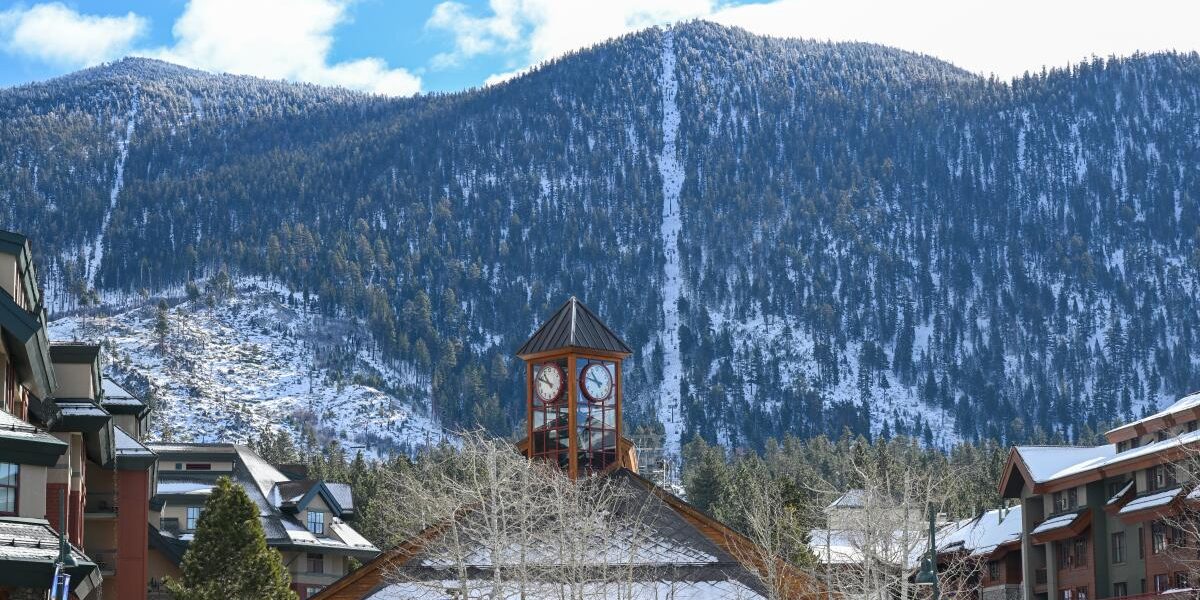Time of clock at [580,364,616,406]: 10:47
